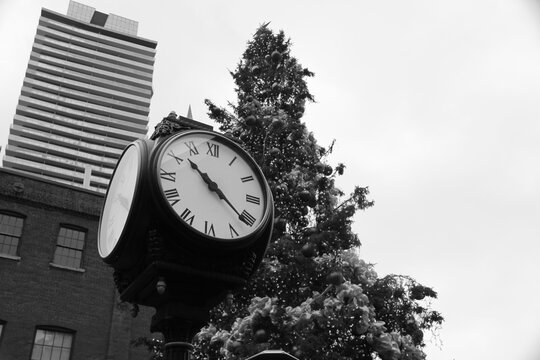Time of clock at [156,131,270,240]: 10:21
